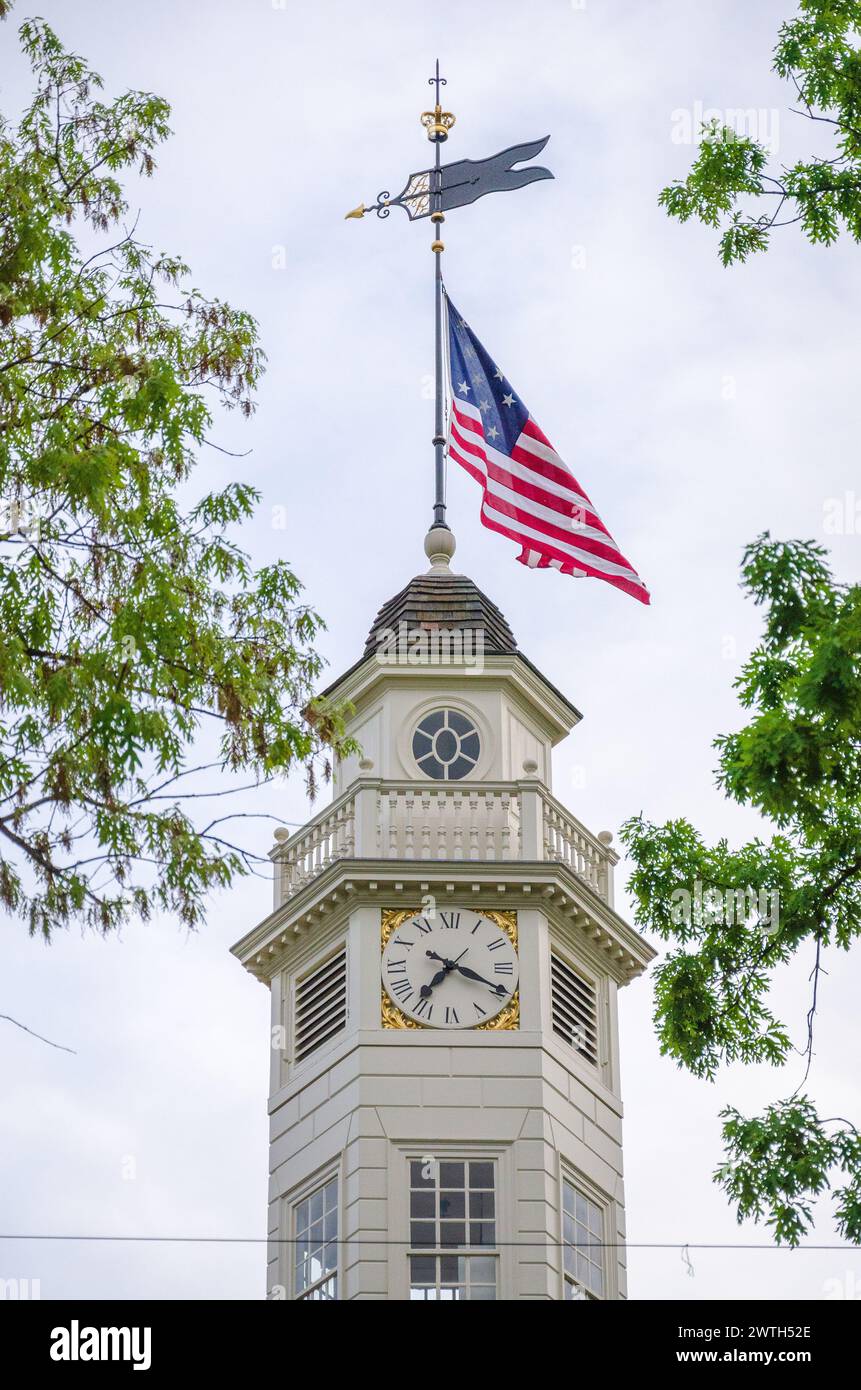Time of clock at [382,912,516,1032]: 7:19
